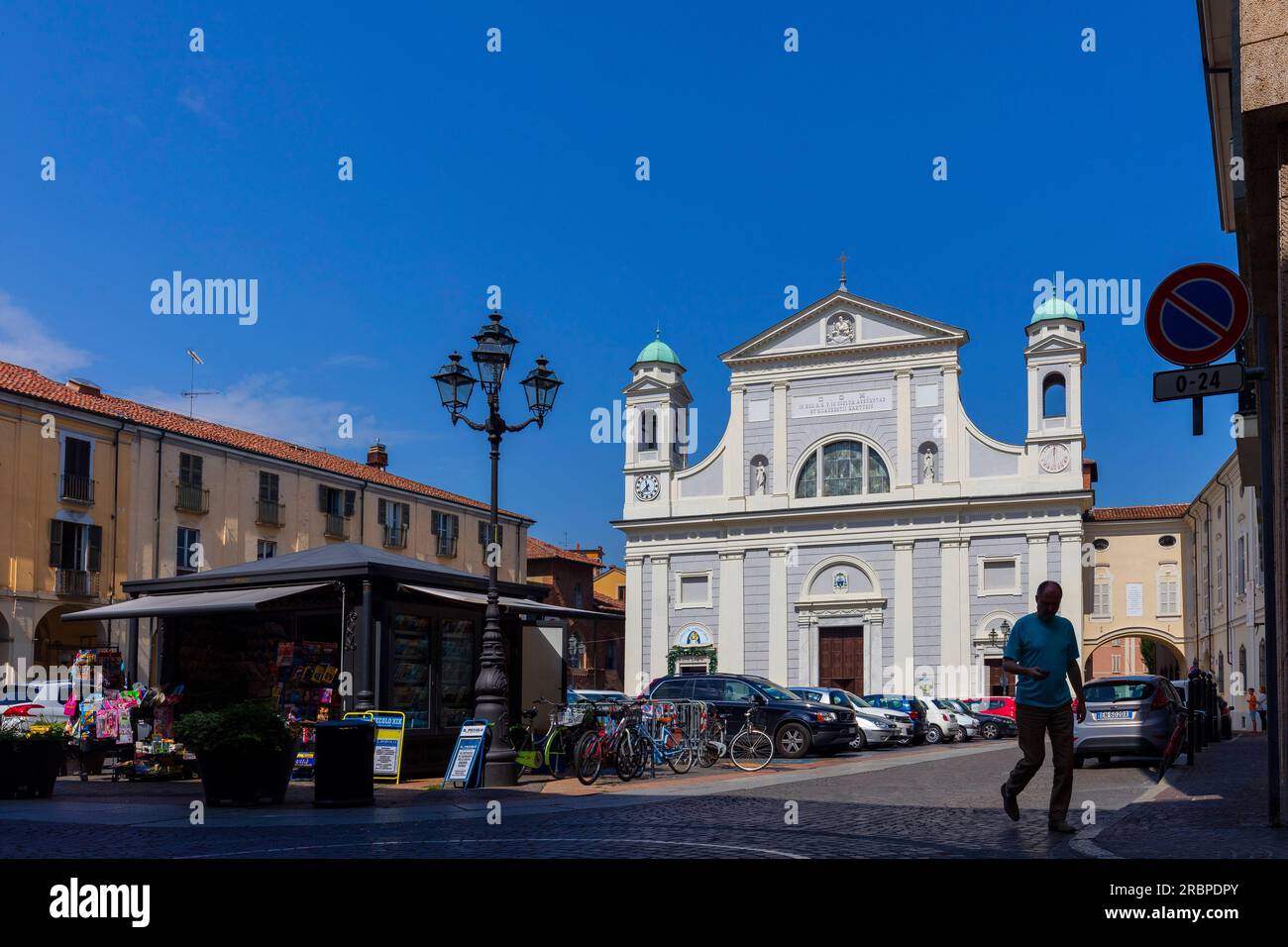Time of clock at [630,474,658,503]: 11:37
